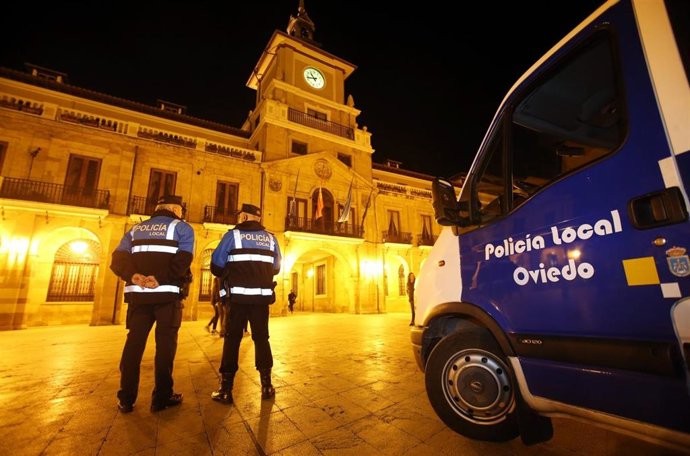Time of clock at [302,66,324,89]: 10:42
